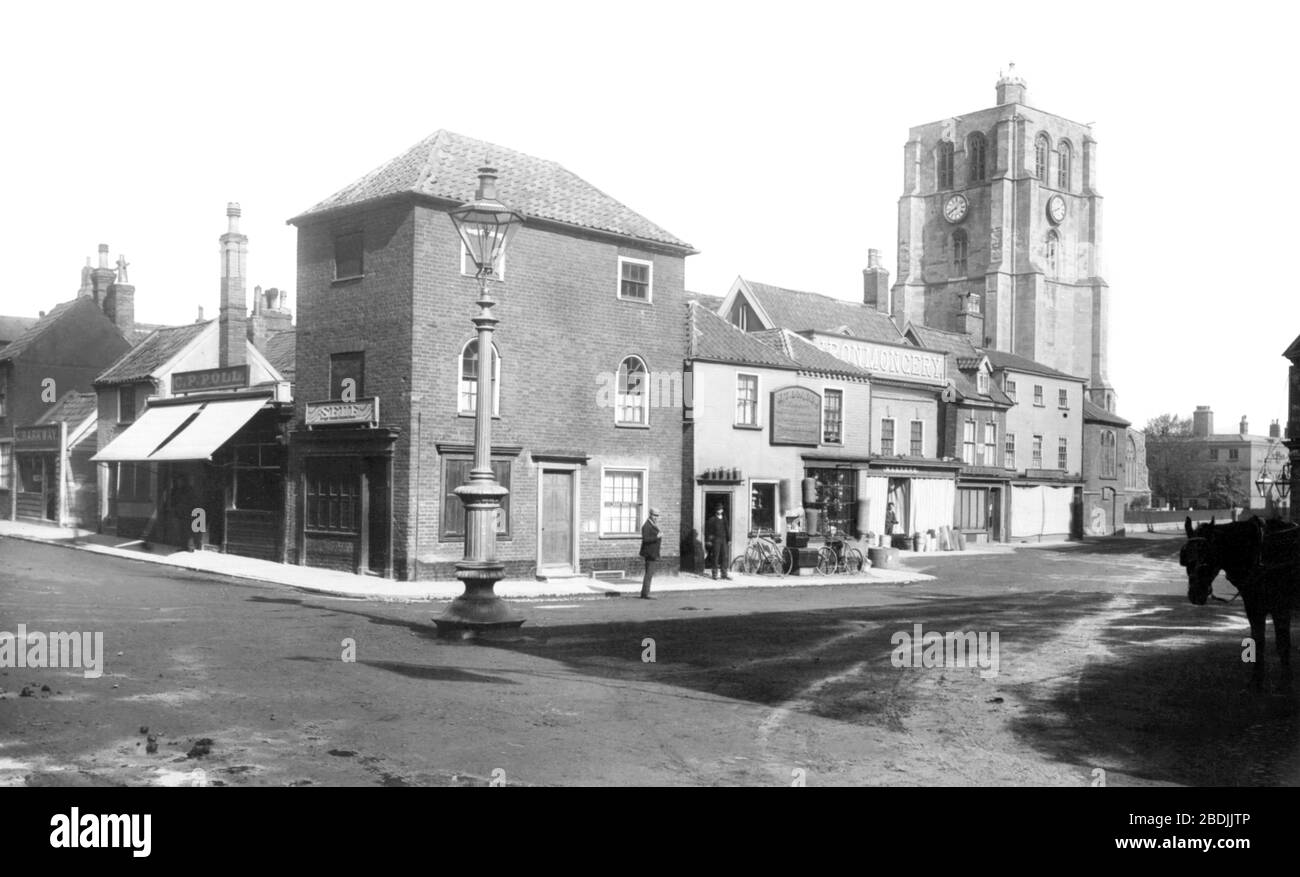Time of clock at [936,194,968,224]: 8:07
